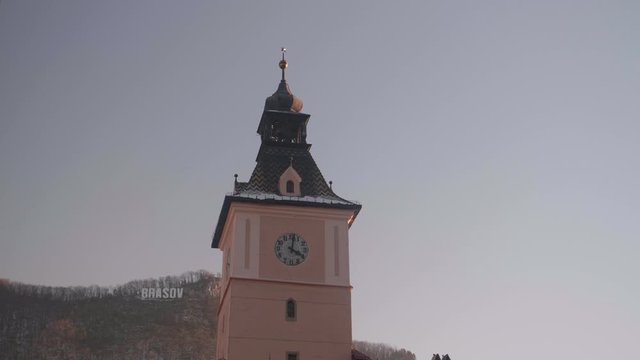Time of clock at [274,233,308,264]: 4:01
